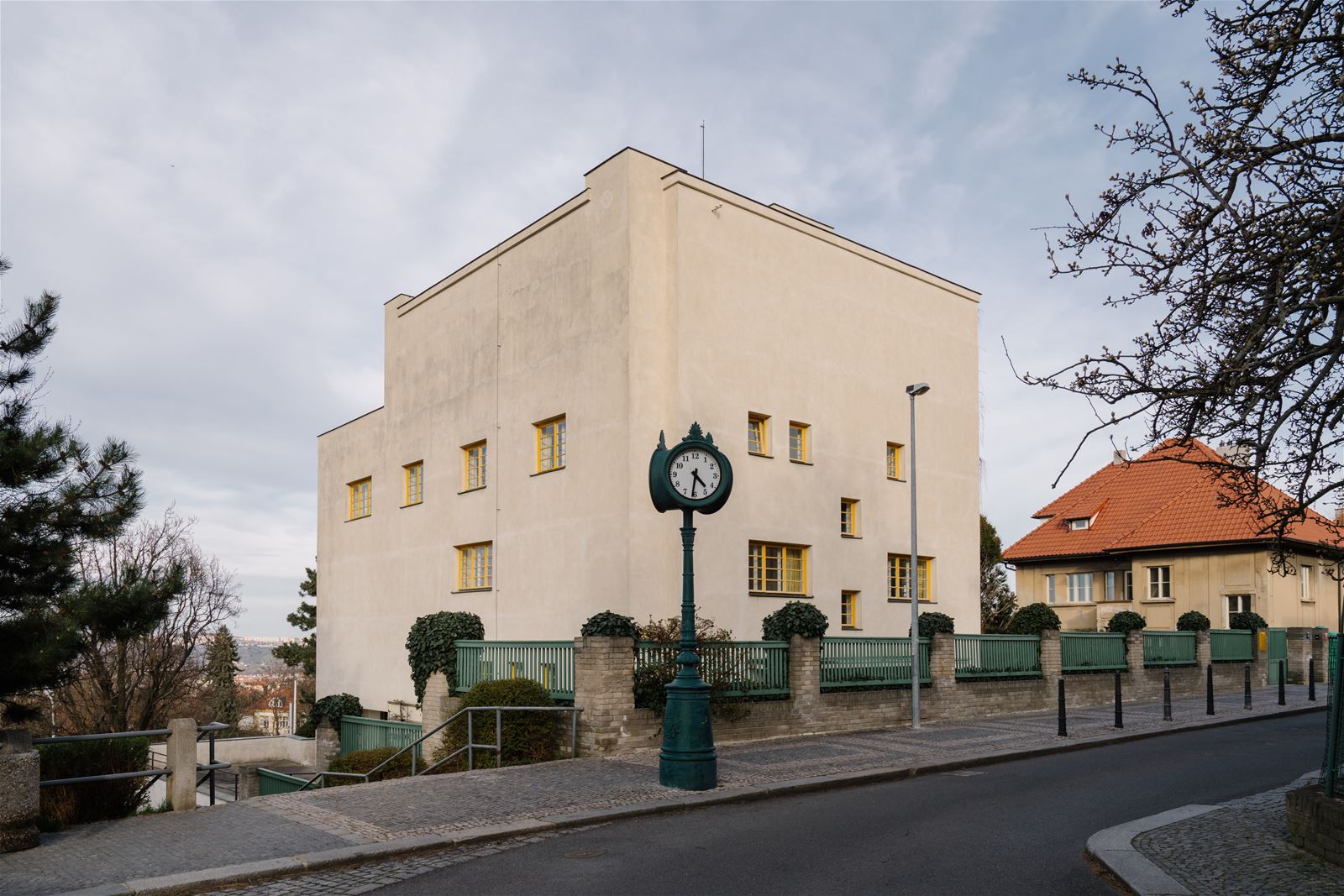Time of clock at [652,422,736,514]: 4:31
